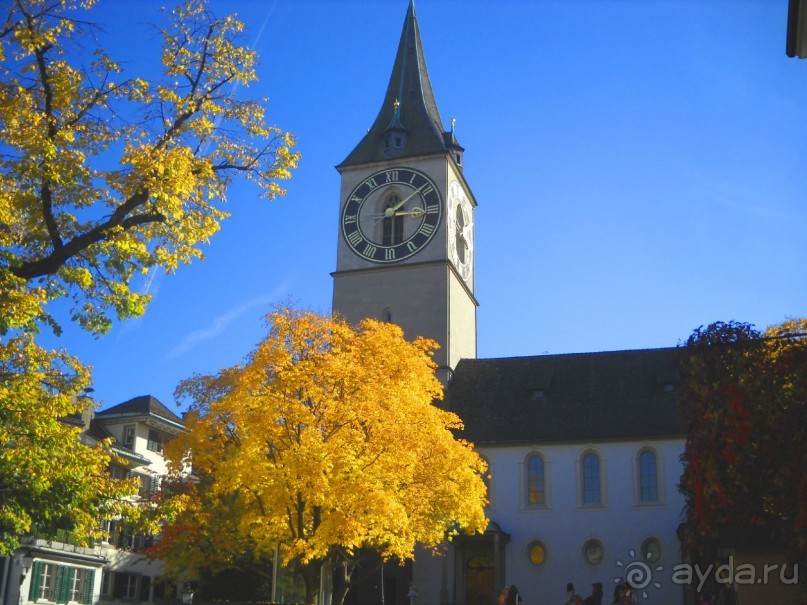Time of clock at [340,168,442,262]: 3:08
